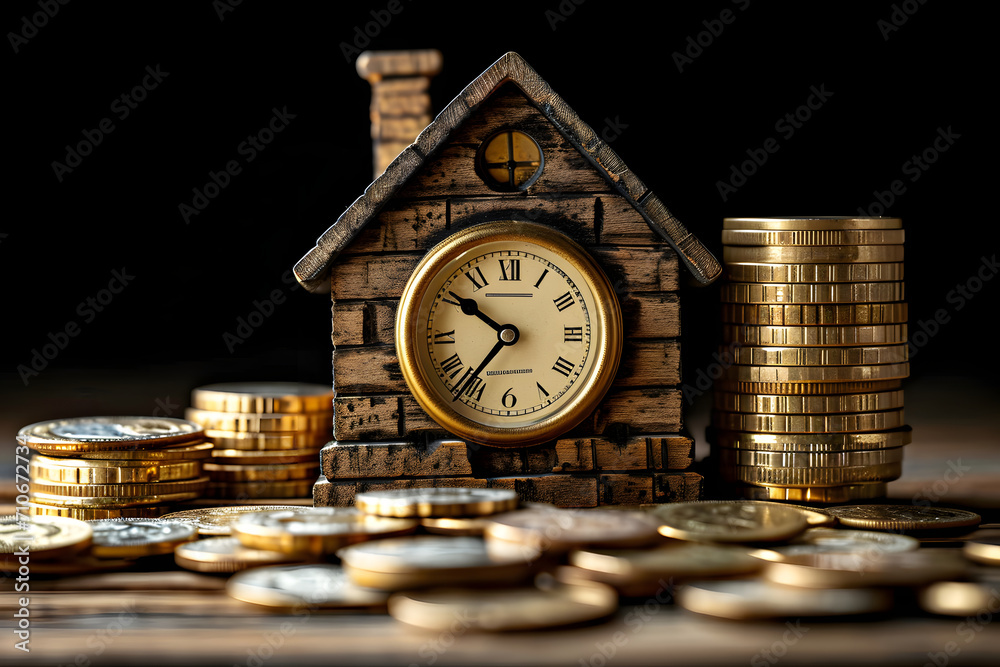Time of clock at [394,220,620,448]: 10:36
